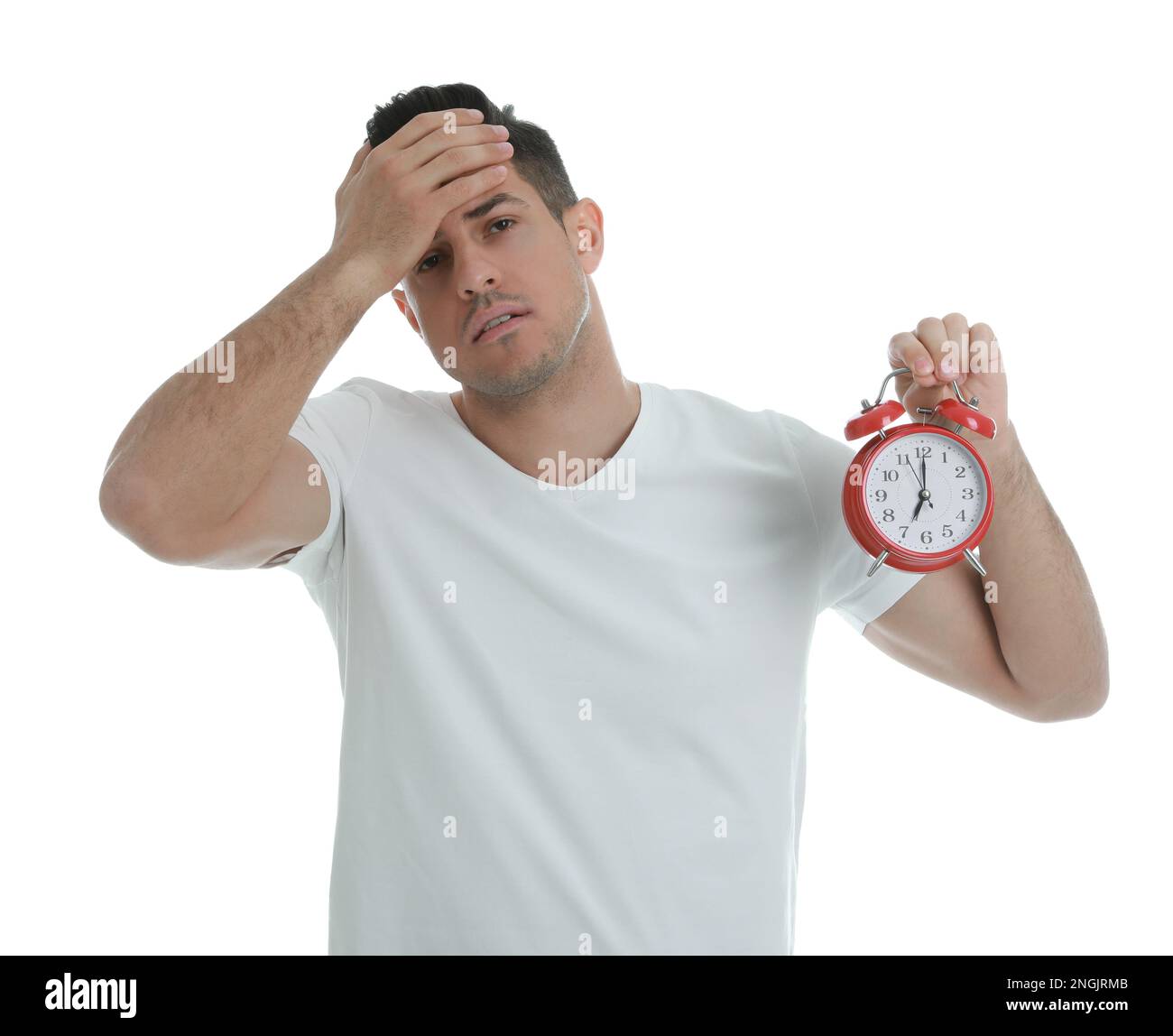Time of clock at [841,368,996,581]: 7:00
